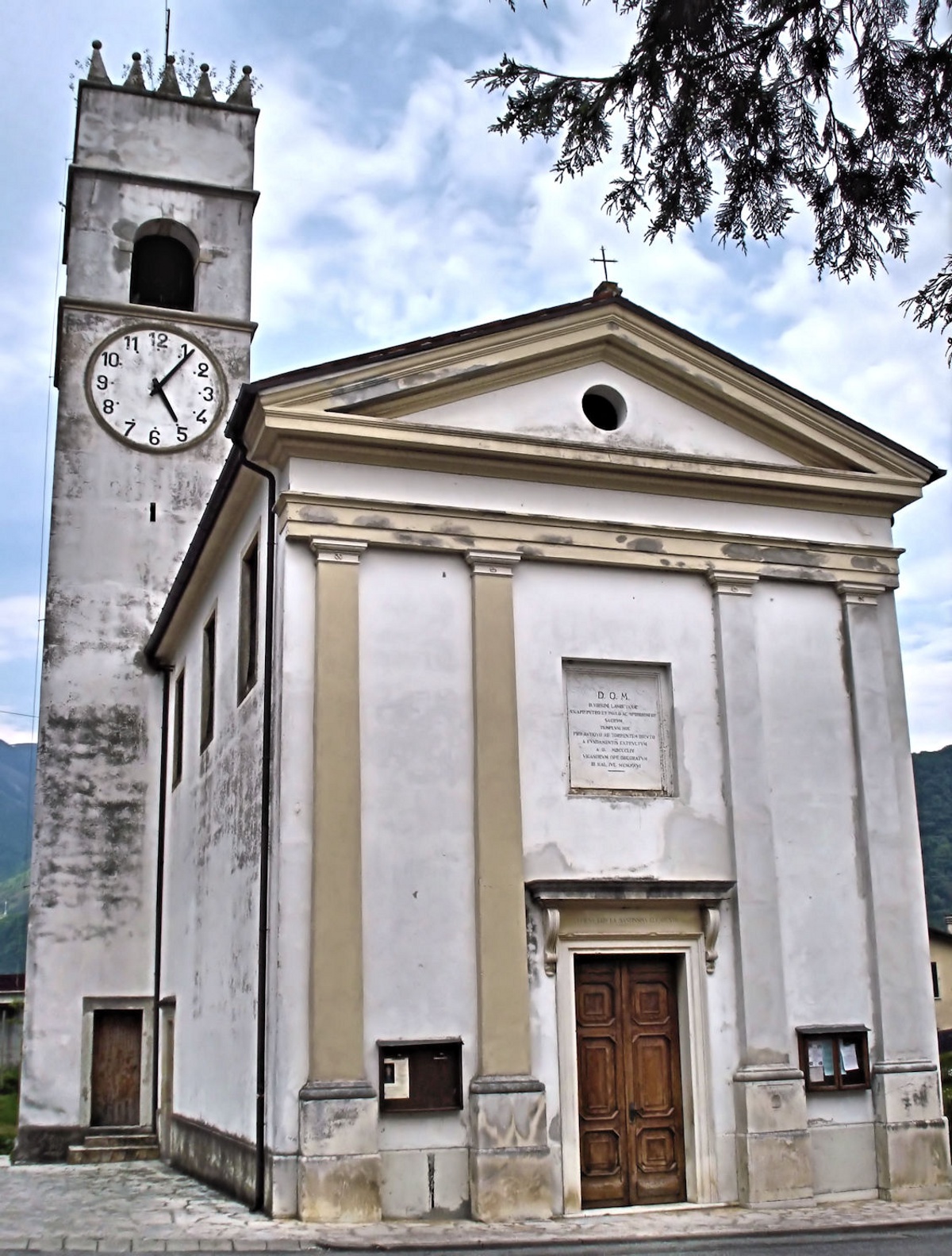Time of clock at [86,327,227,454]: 5:06
